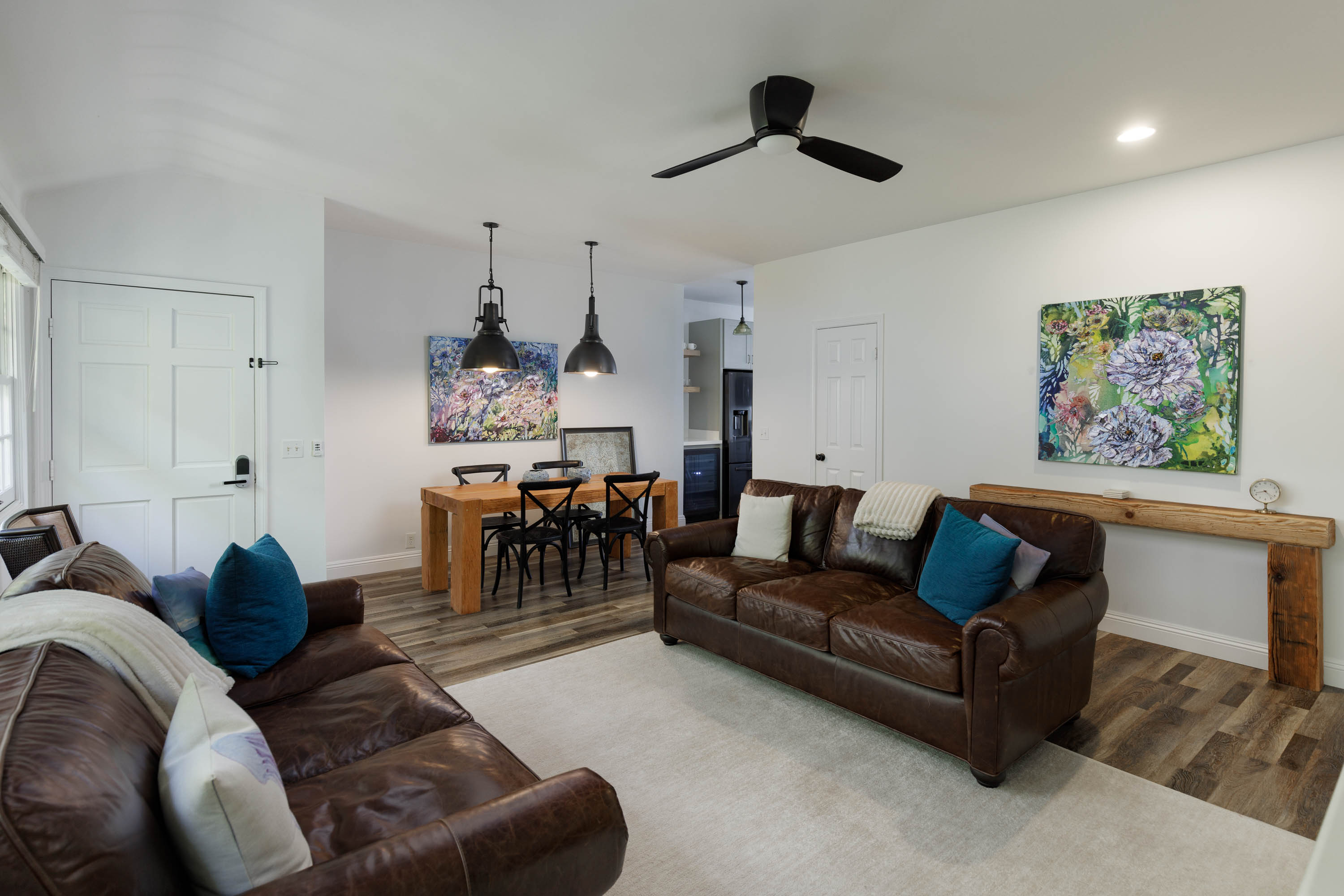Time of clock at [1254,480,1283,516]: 8:22
